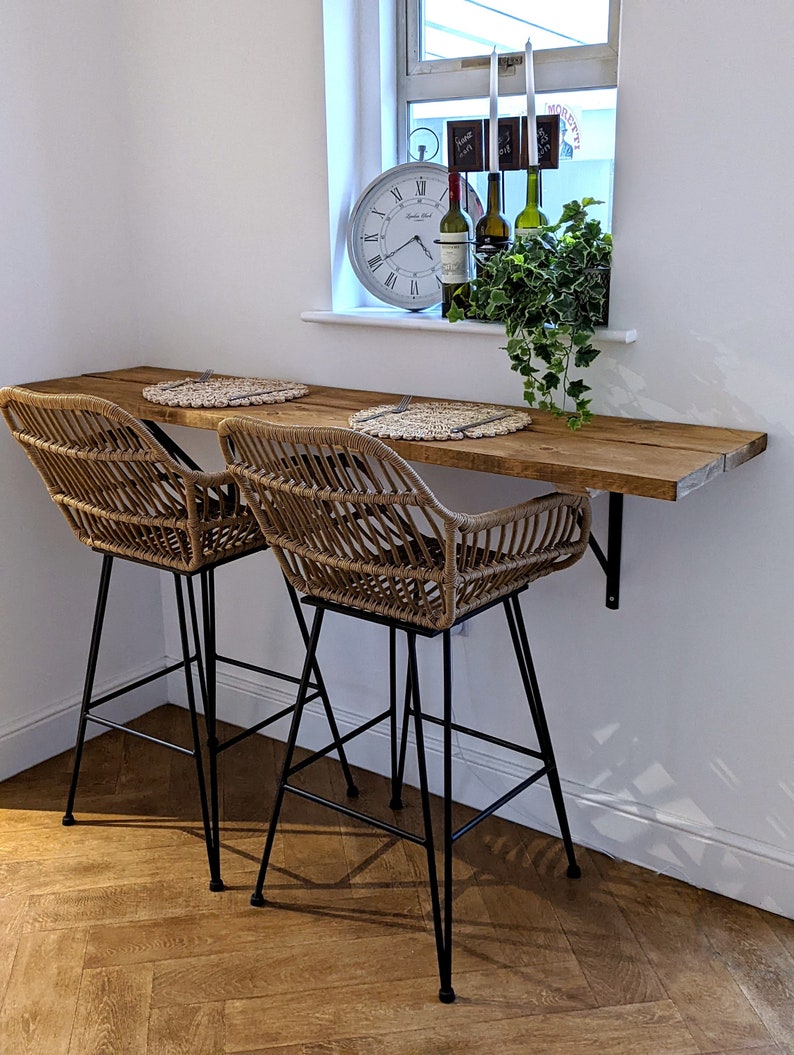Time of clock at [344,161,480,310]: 4:39
